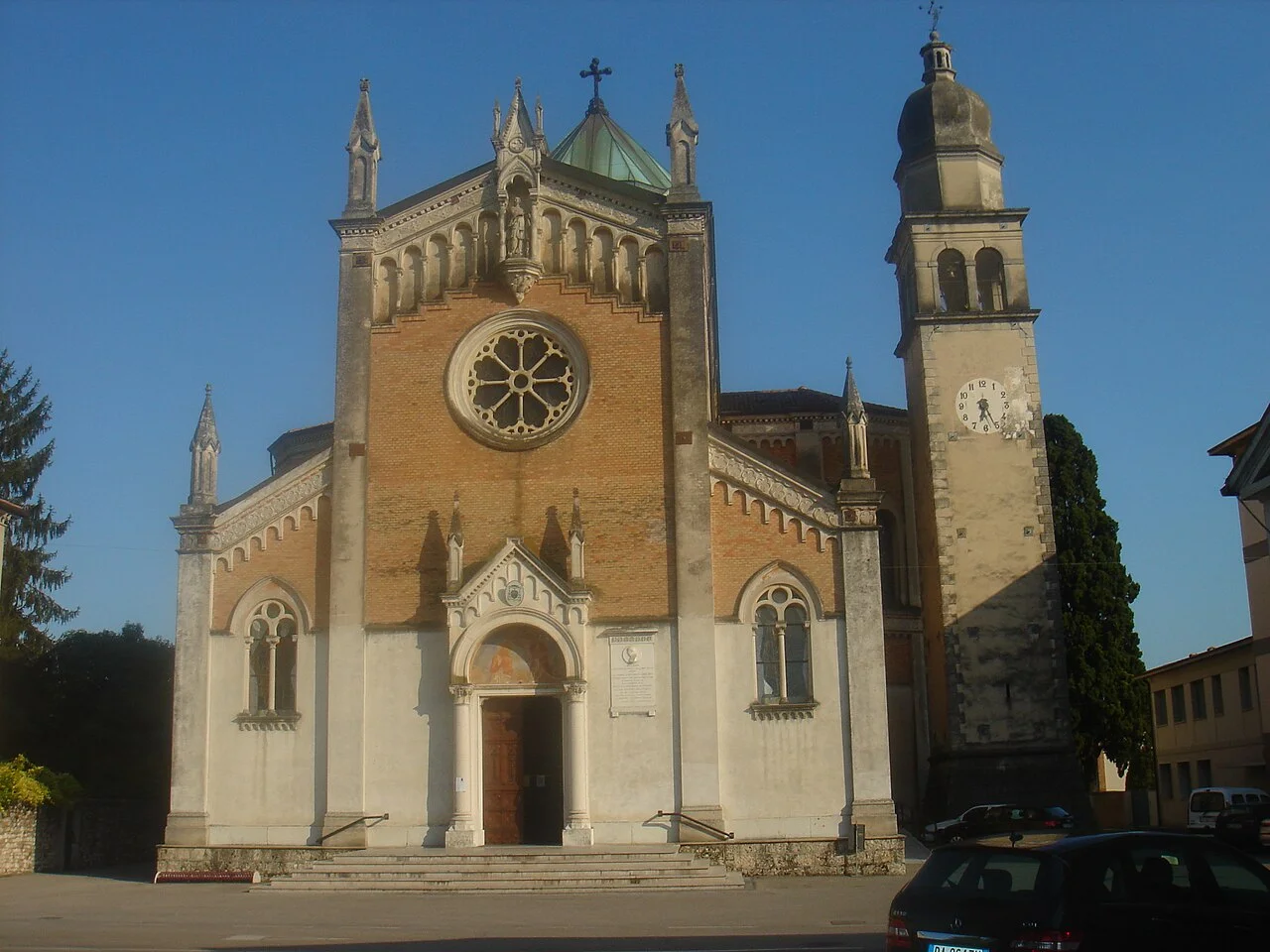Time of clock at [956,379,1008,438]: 6:25
